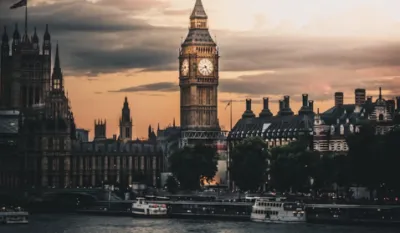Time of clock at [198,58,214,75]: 8:24
